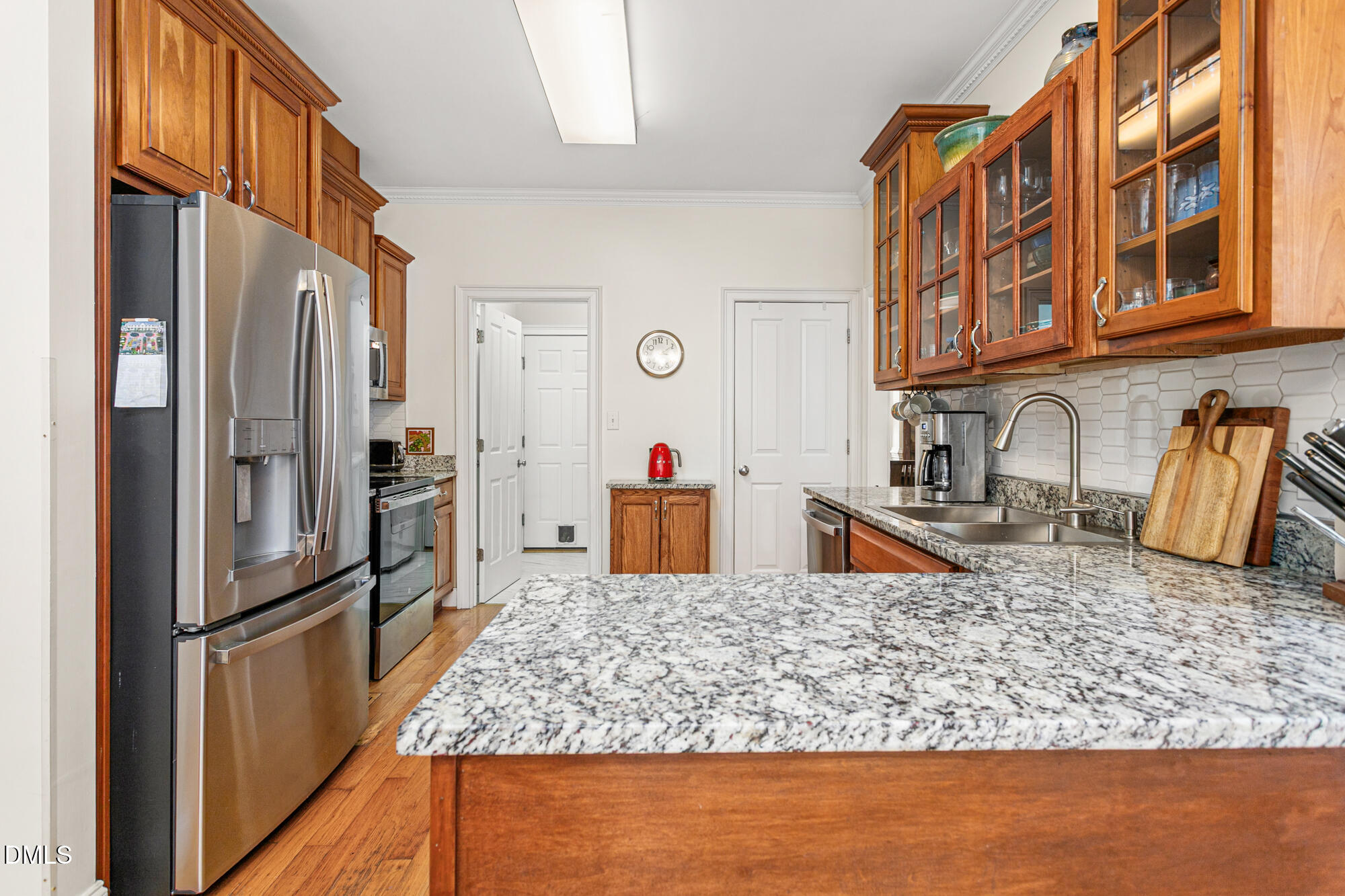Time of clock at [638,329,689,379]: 2:09
